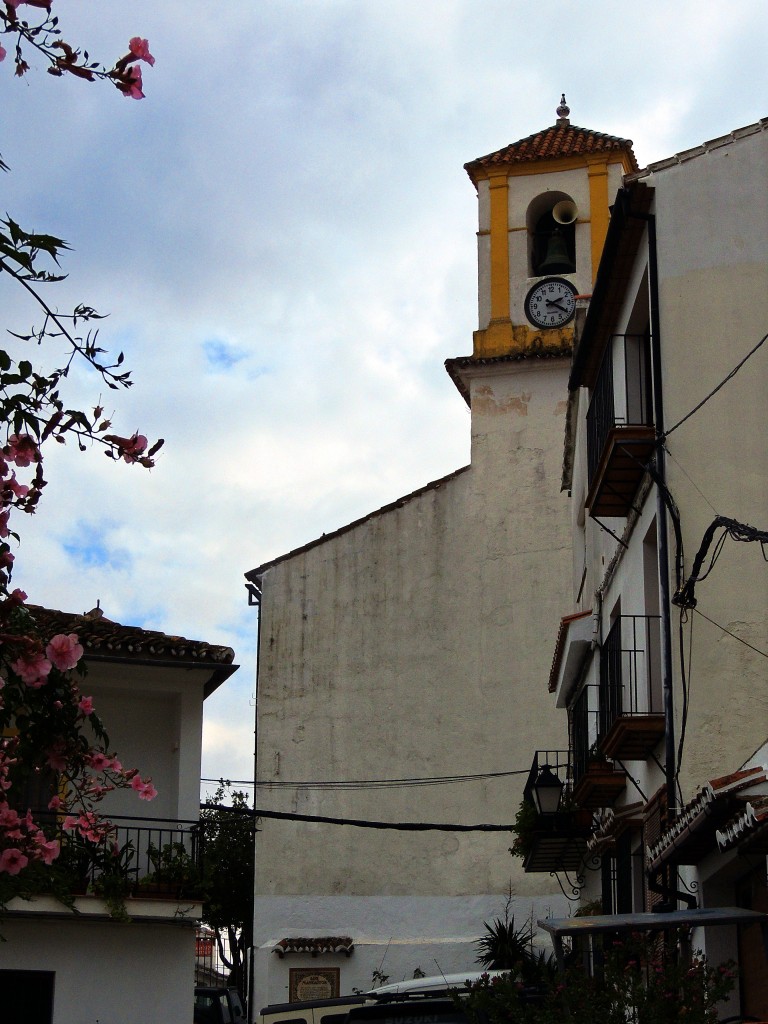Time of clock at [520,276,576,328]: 2:20
